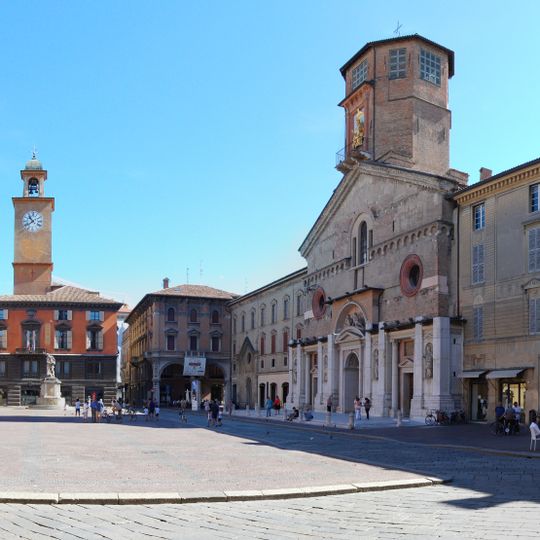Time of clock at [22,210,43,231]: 10:39
